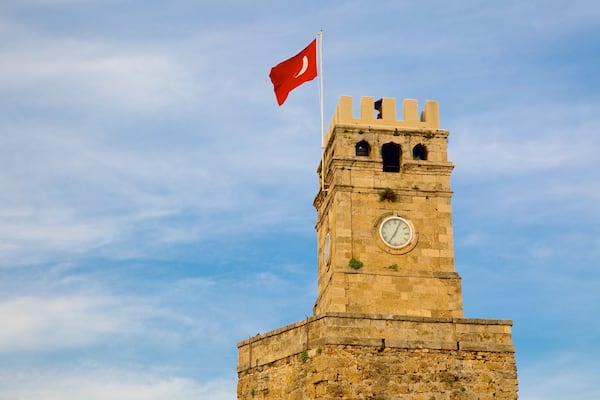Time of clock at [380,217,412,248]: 7:04
